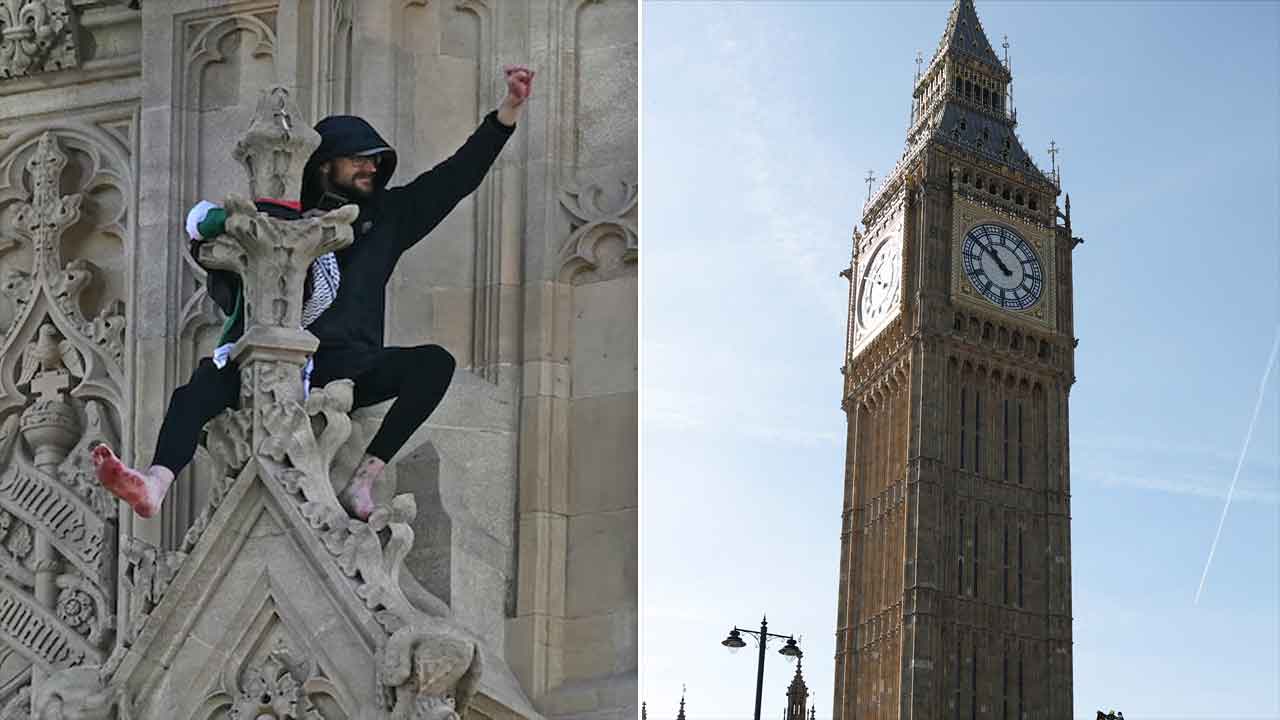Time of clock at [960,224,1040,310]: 10:50
